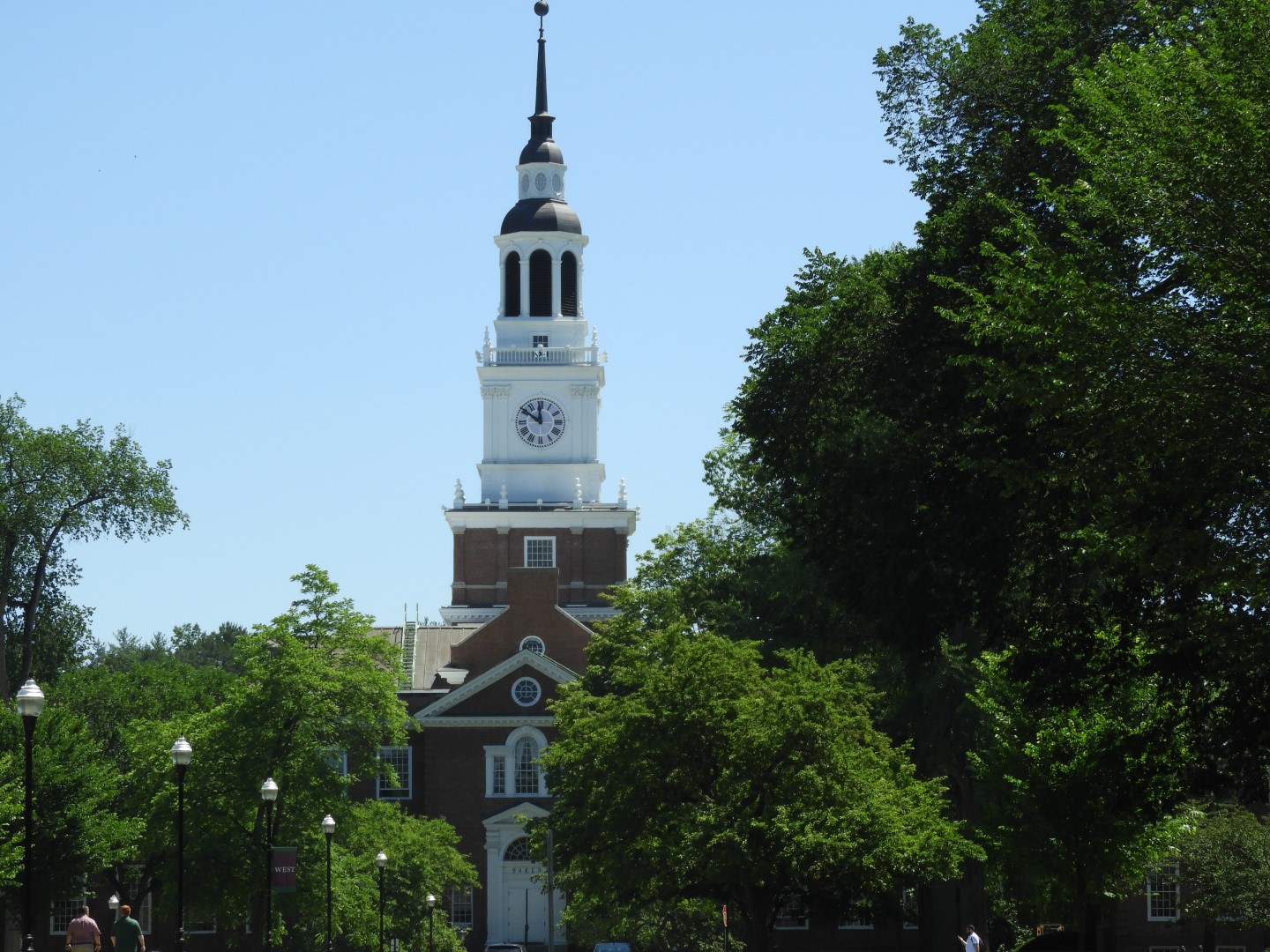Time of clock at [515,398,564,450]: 11:50
